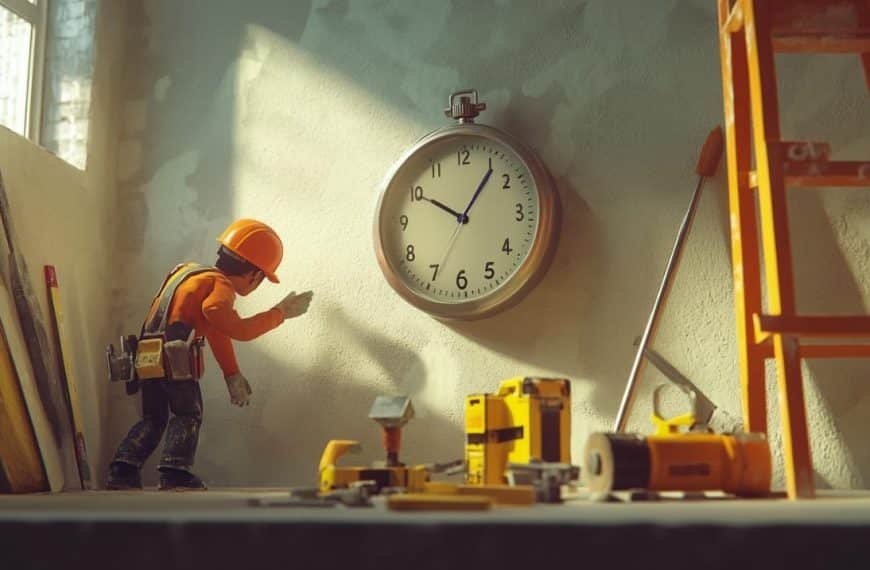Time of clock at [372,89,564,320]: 10:05
